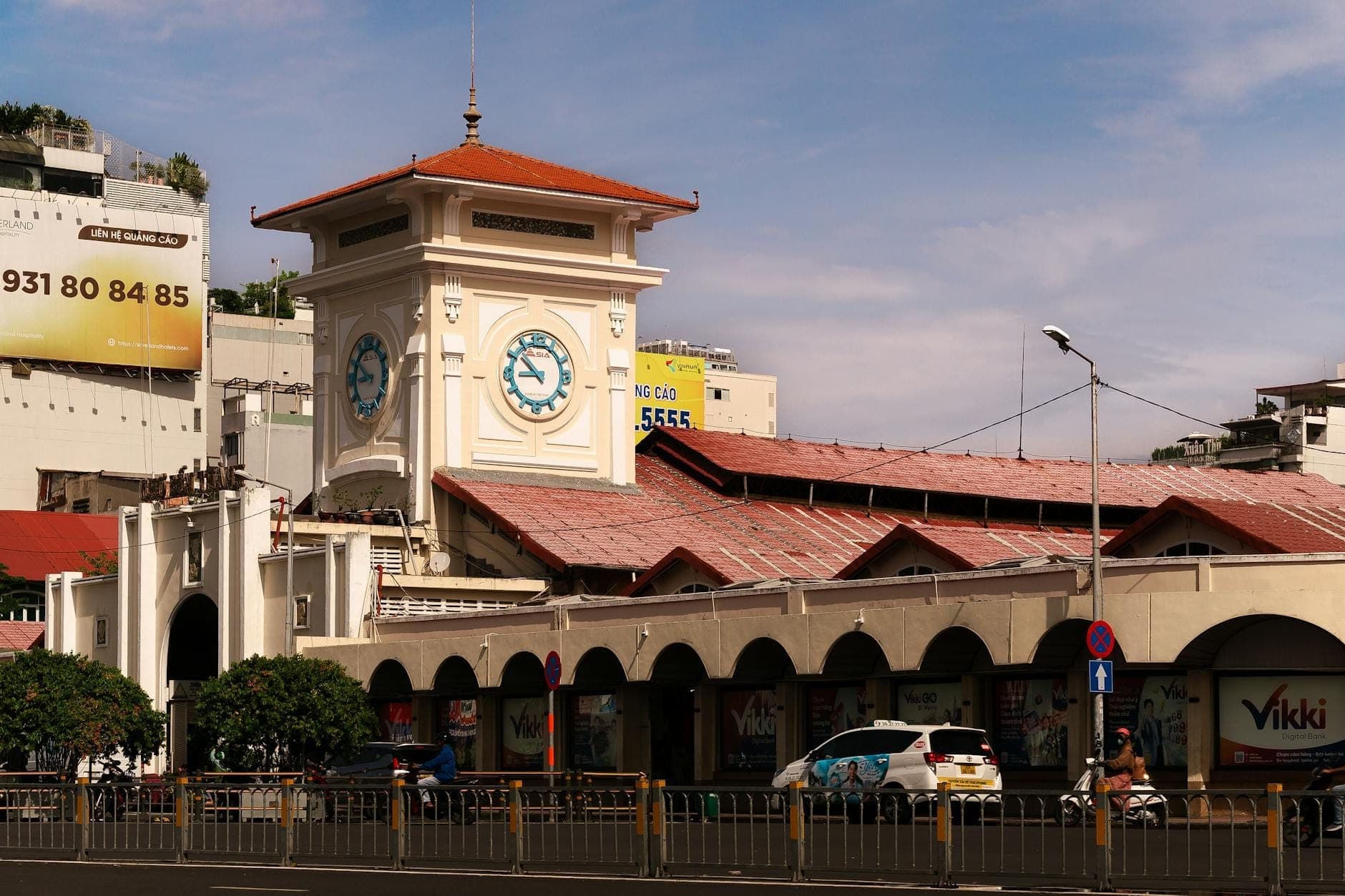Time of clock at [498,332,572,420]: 8:52
